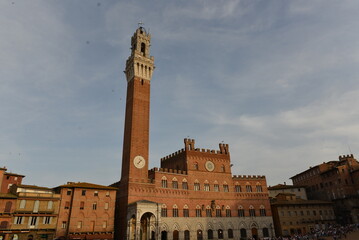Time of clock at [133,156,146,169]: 1:37
